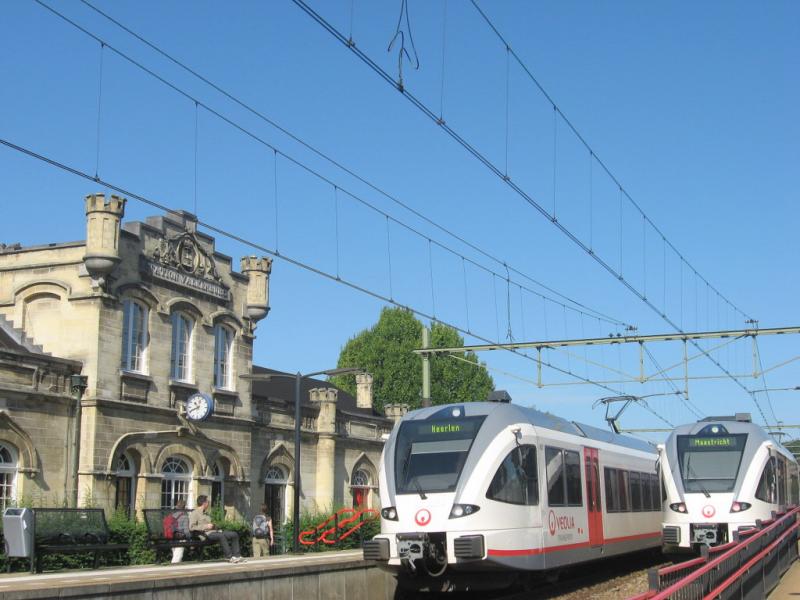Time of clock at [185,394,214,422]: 10:41
